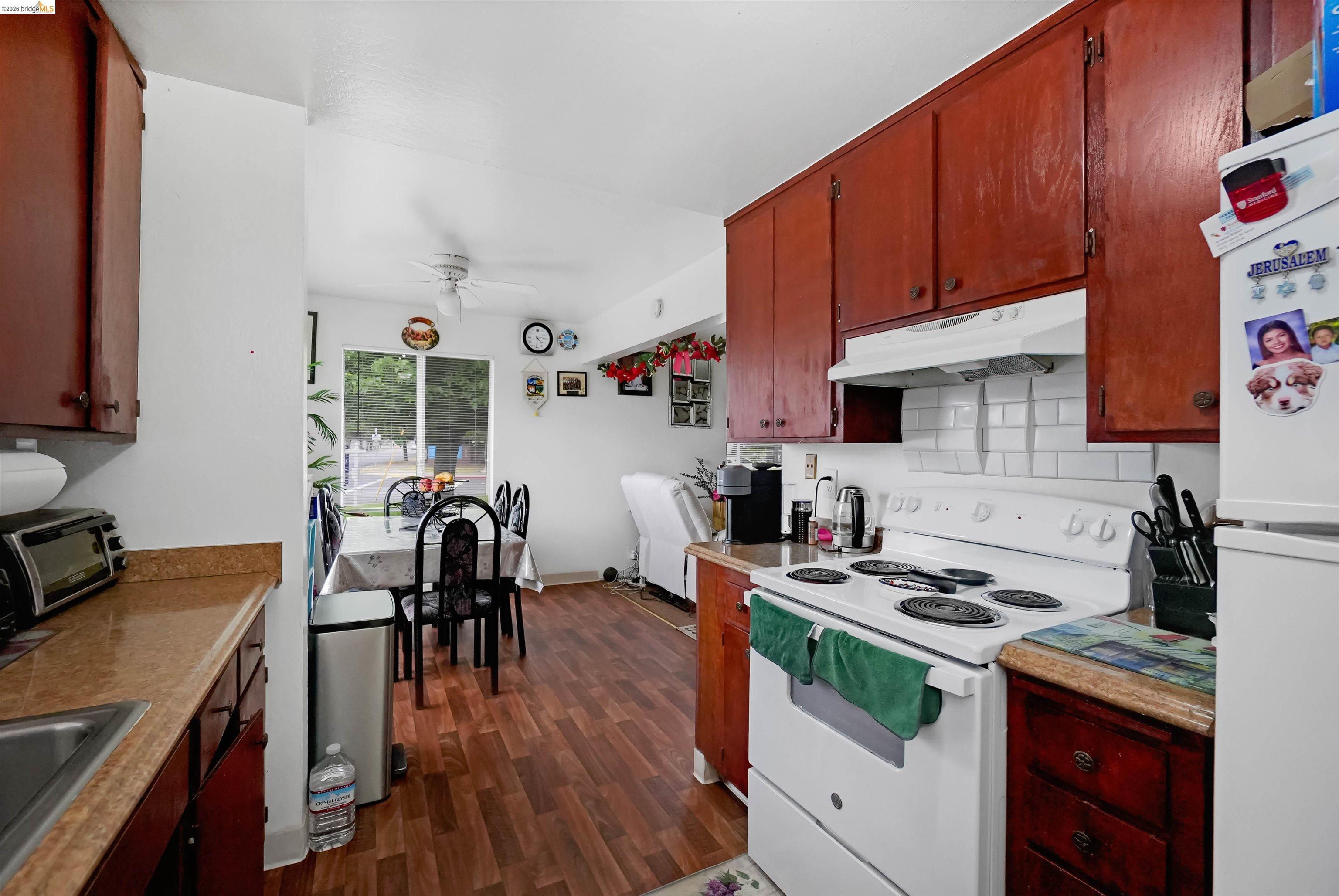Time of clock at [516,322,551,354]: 4:14
